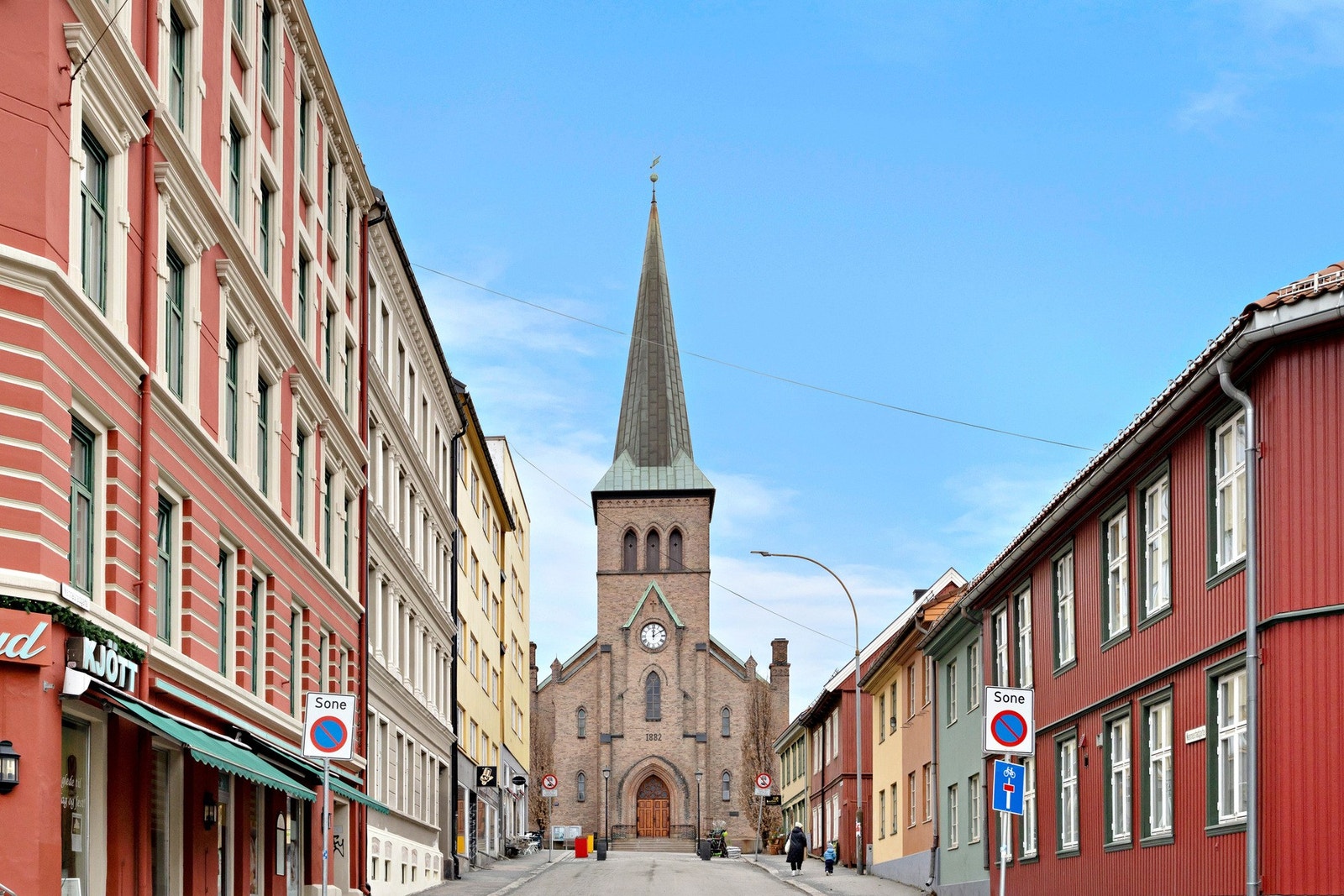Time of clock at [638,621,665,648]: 12:09
